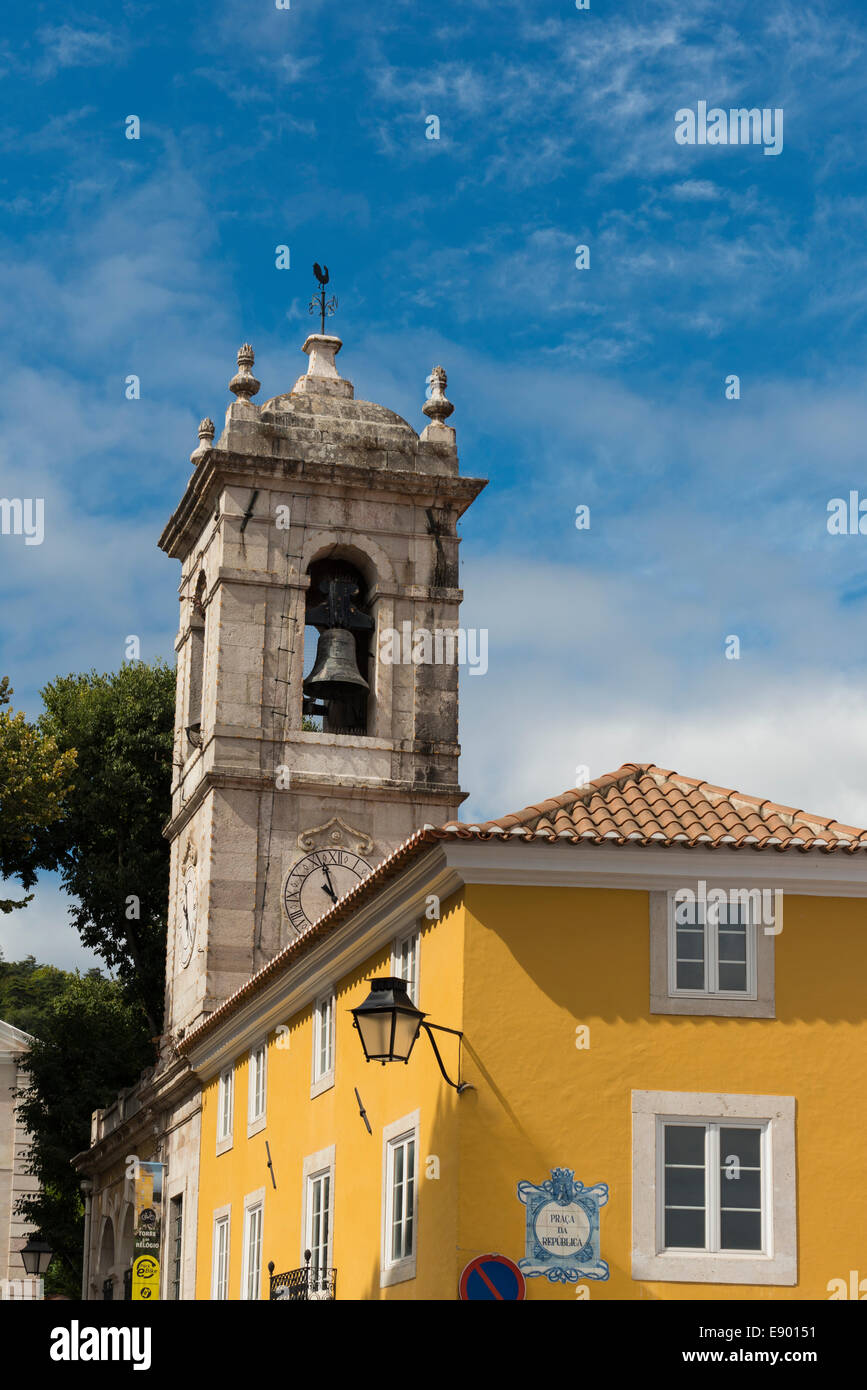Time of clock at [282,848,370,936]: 10:56
